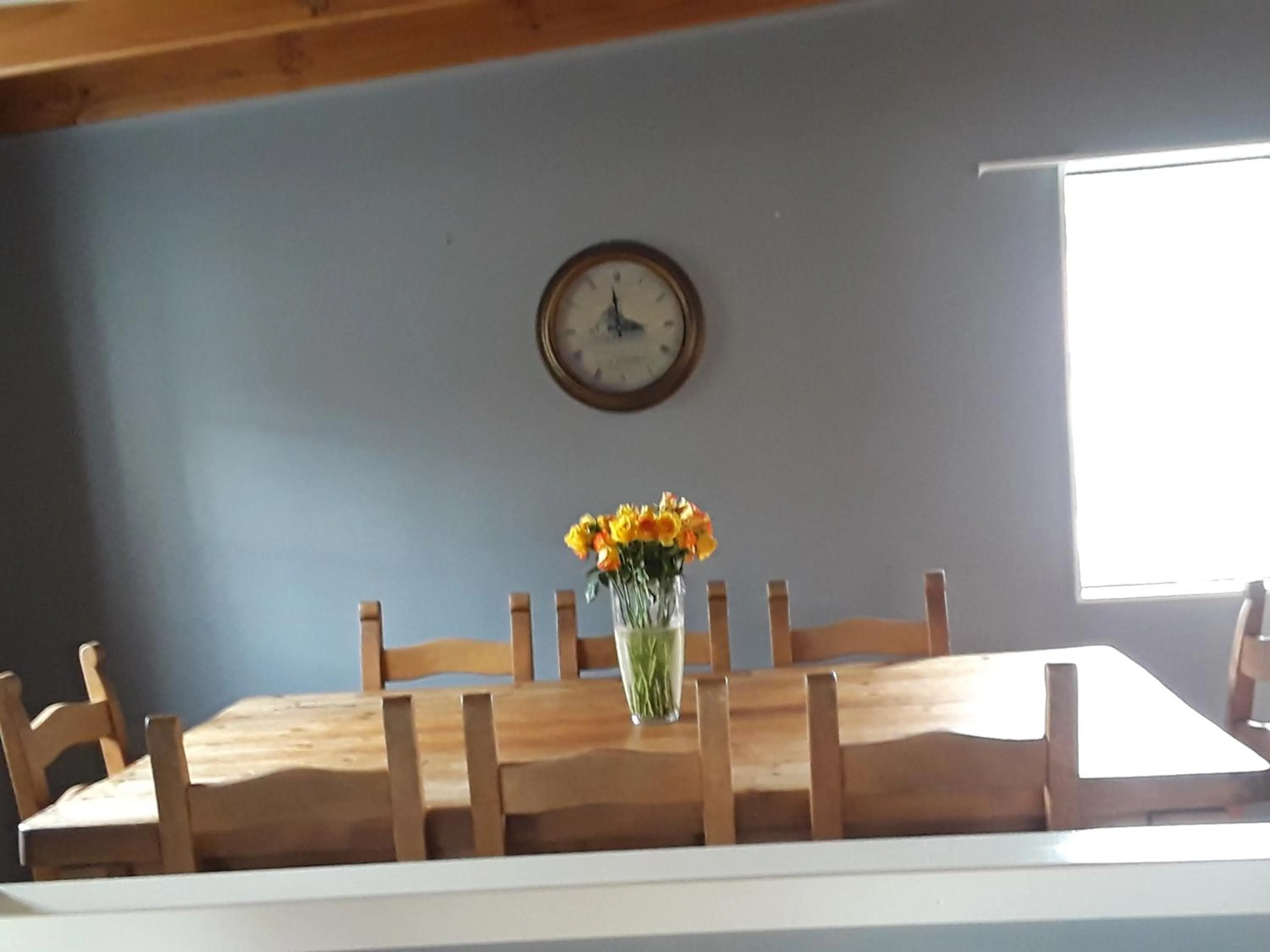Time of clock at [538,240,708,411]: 2:58
